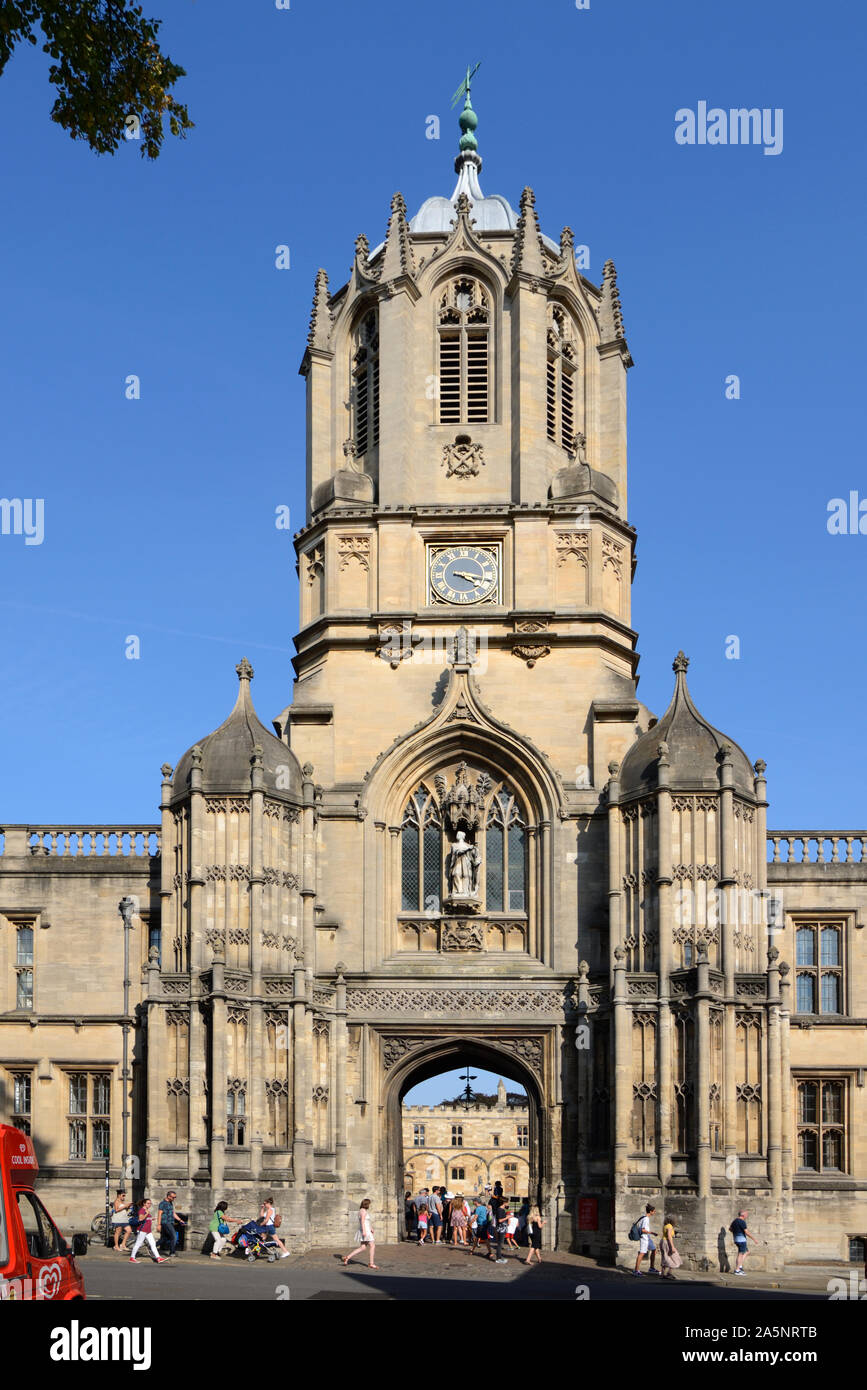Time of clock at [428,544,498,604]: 4:17
